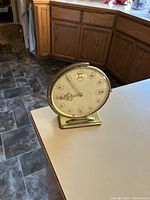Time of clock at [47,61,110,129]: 8:54
